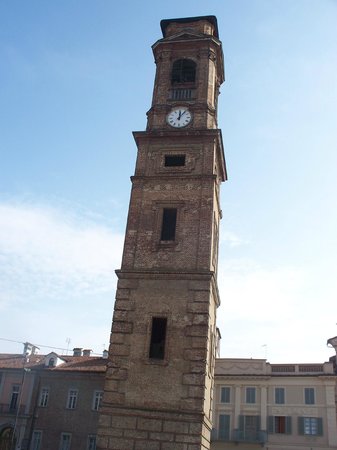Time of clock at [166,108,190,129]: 12:06
